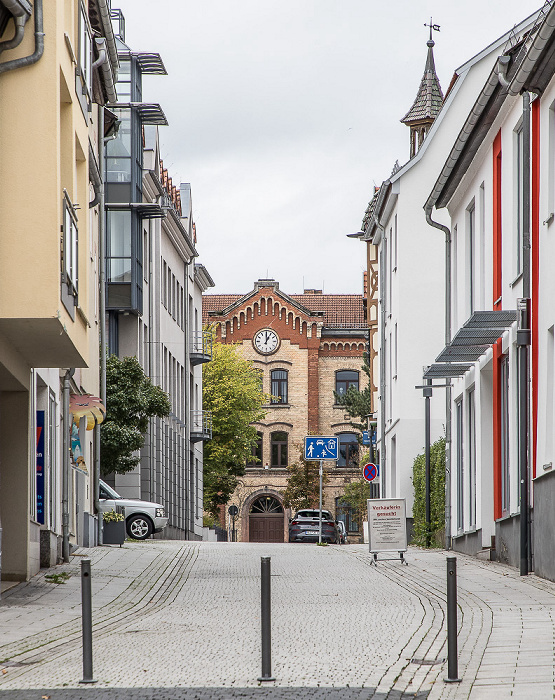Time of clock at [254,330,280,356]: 1:00
